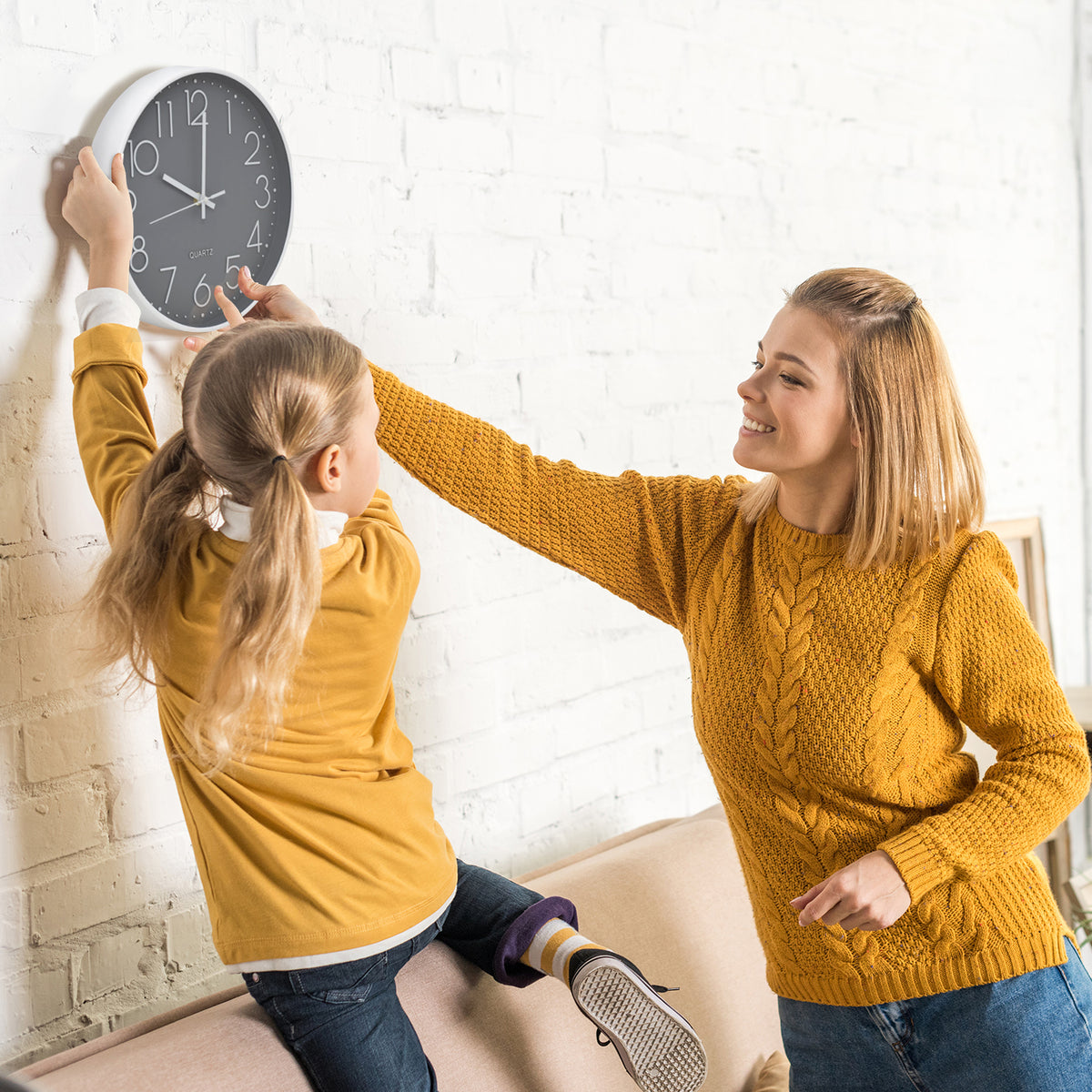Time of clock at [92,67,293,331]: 10:00
